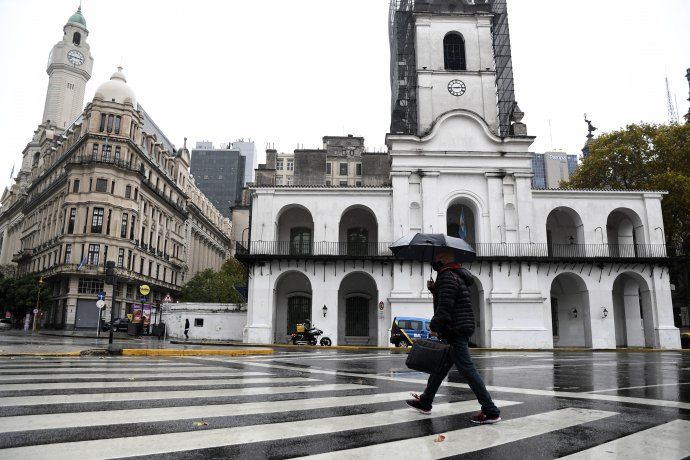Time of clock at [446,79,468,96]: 2:45
